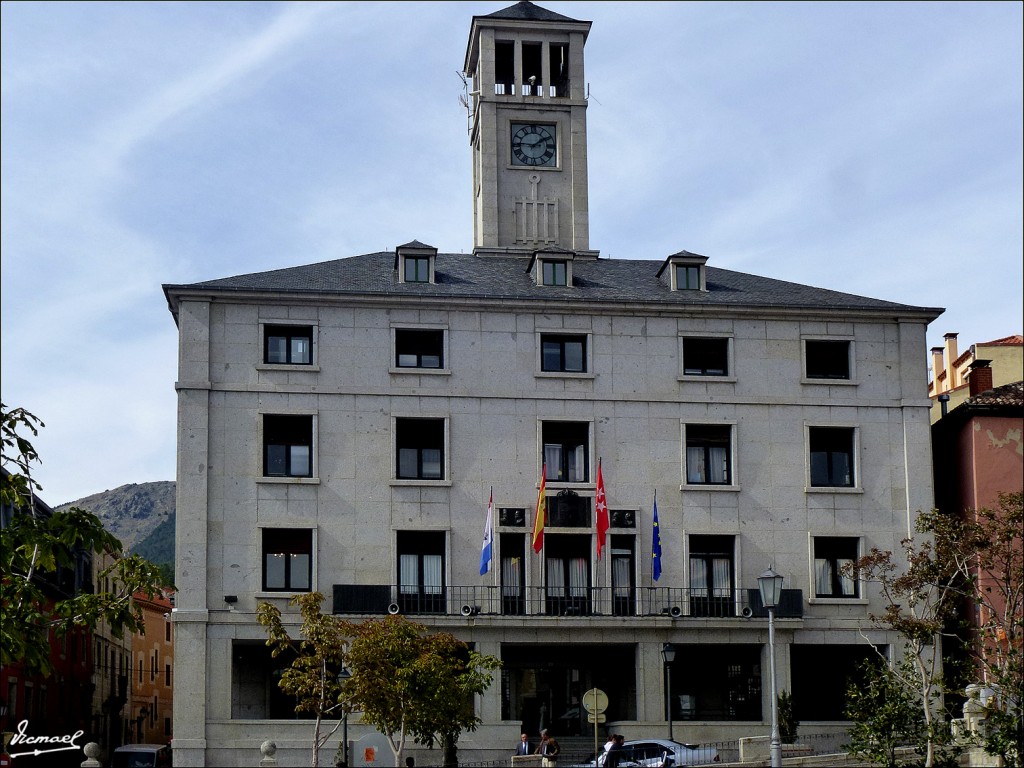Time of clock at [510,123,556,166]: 1:46
